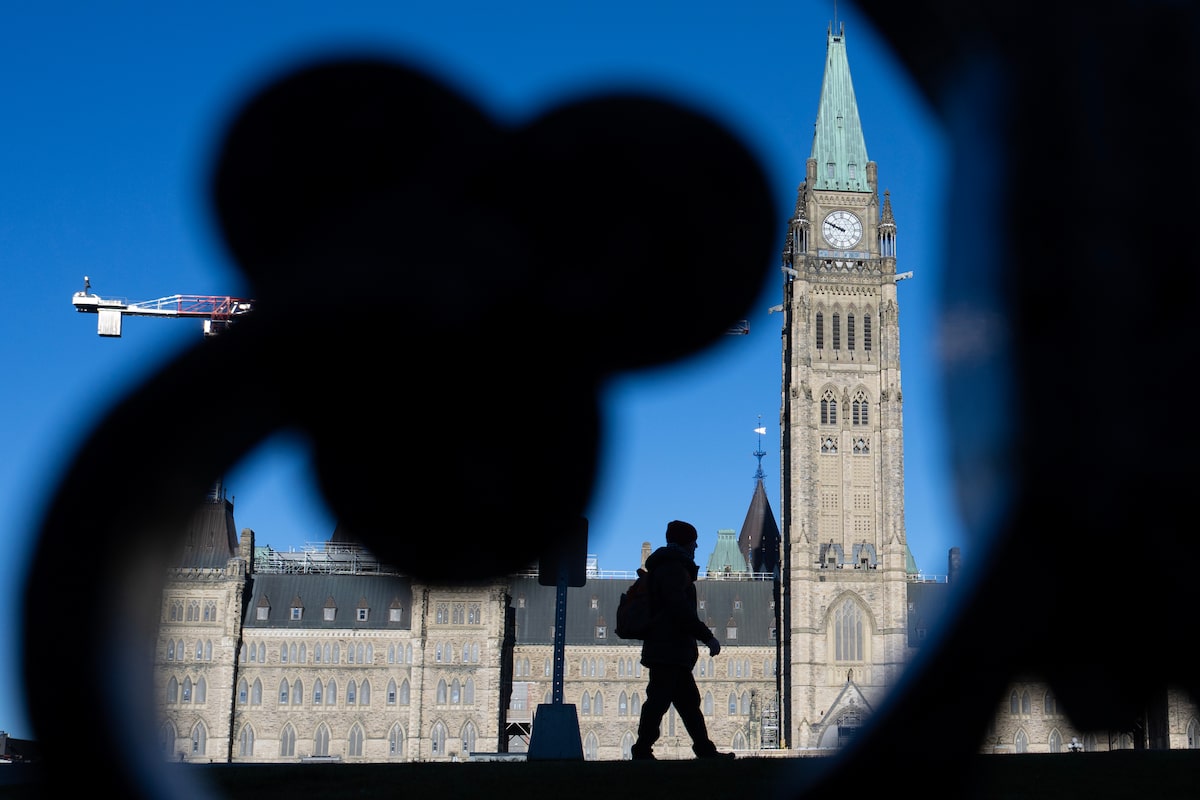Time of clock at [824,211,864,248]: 9:48
